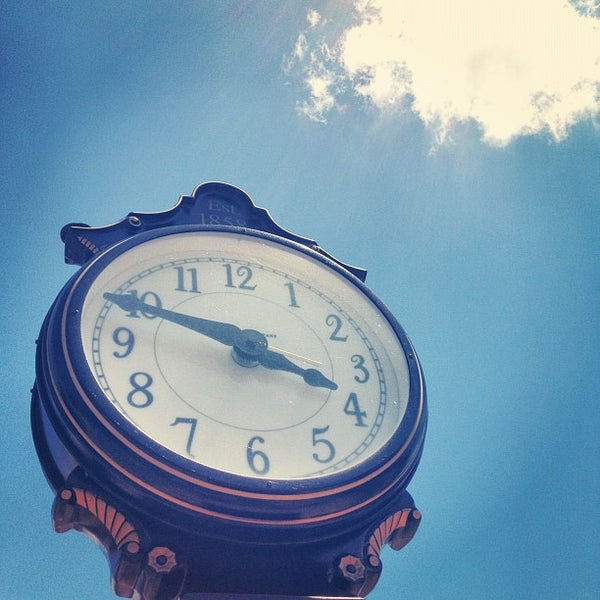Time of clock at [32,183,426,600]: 3:48
